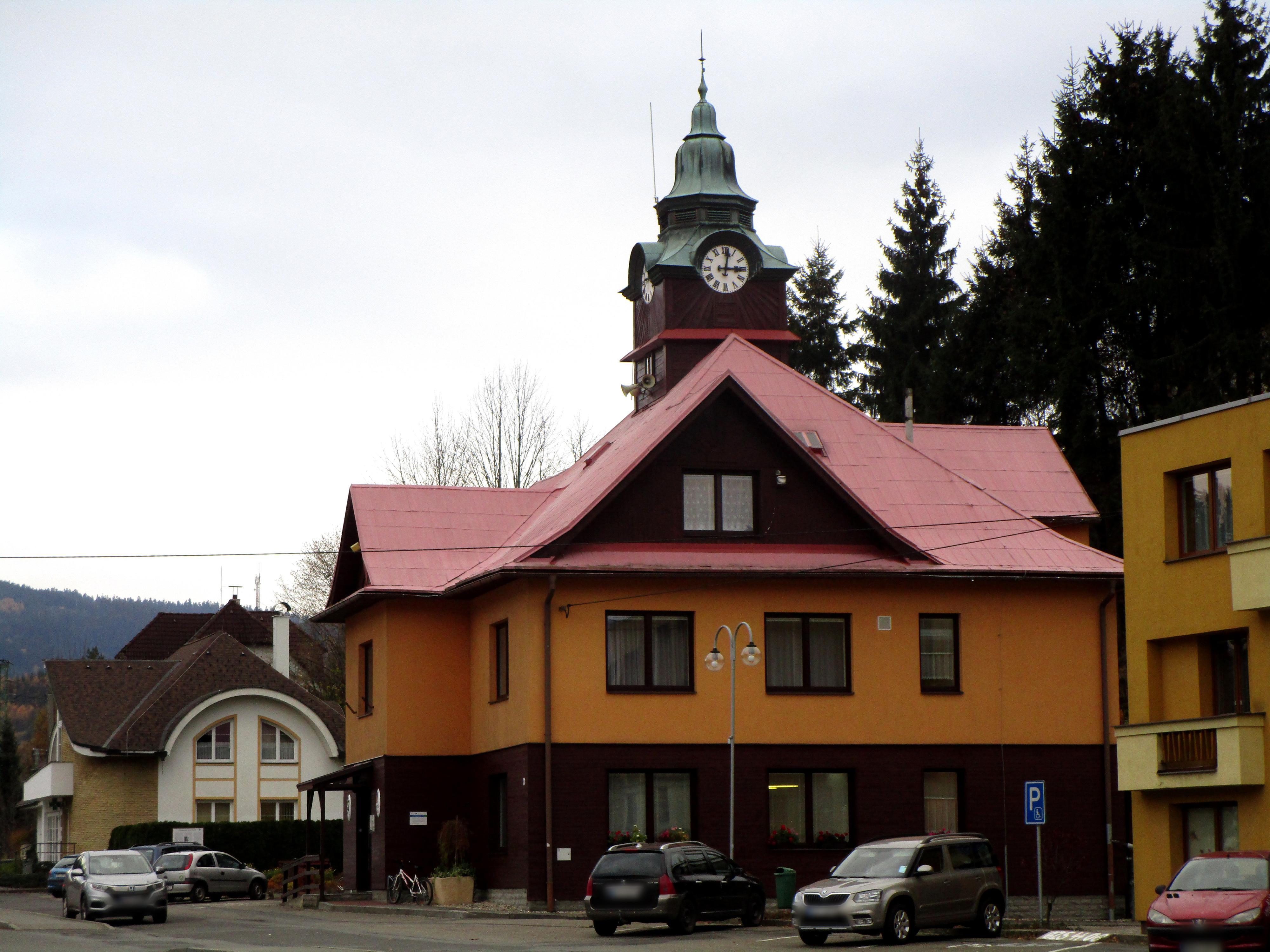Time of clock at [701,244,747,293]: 3:01
